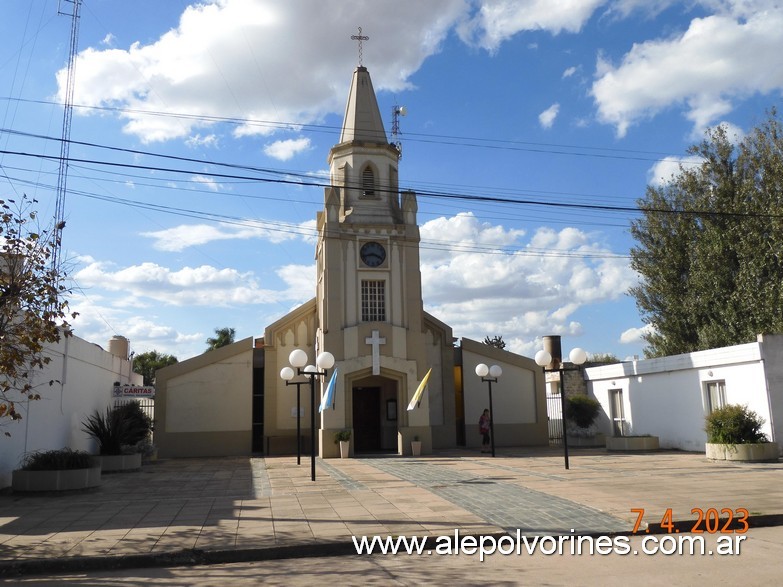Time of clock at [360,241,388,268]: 3:42
